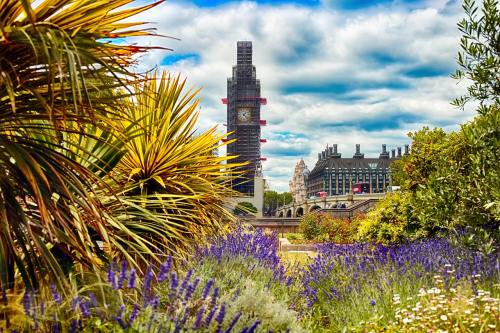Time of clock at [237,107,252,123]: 1:22
